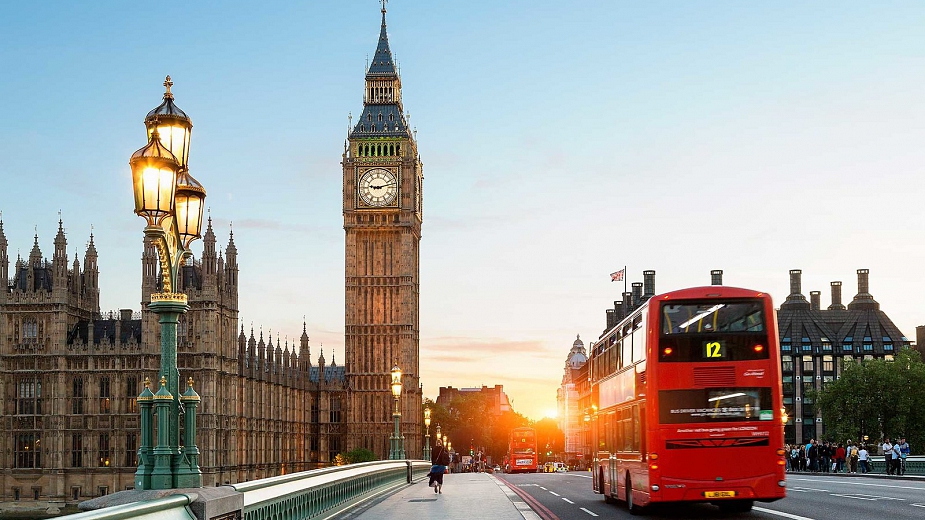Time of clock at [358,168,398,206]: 9:12
